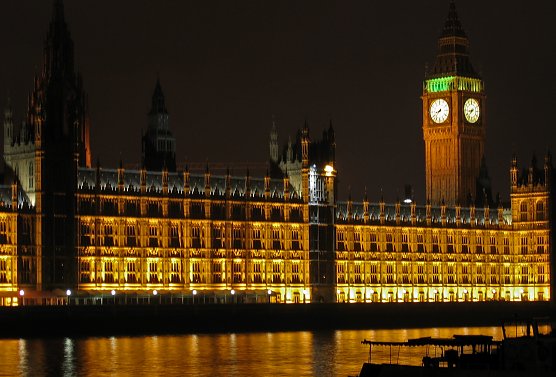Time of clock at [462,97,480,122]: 8:37
